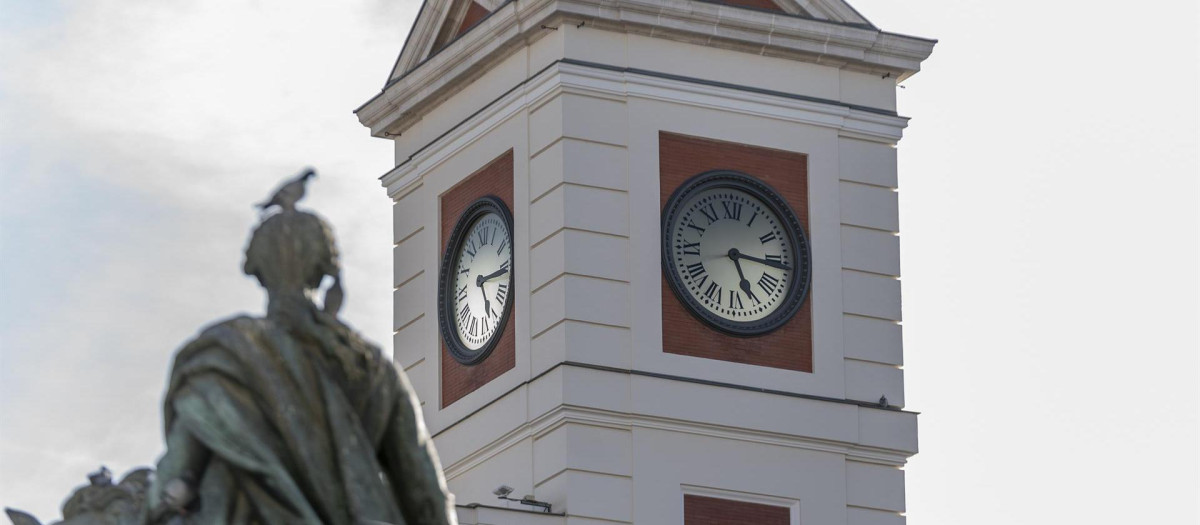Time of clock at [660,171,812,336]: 5:15
